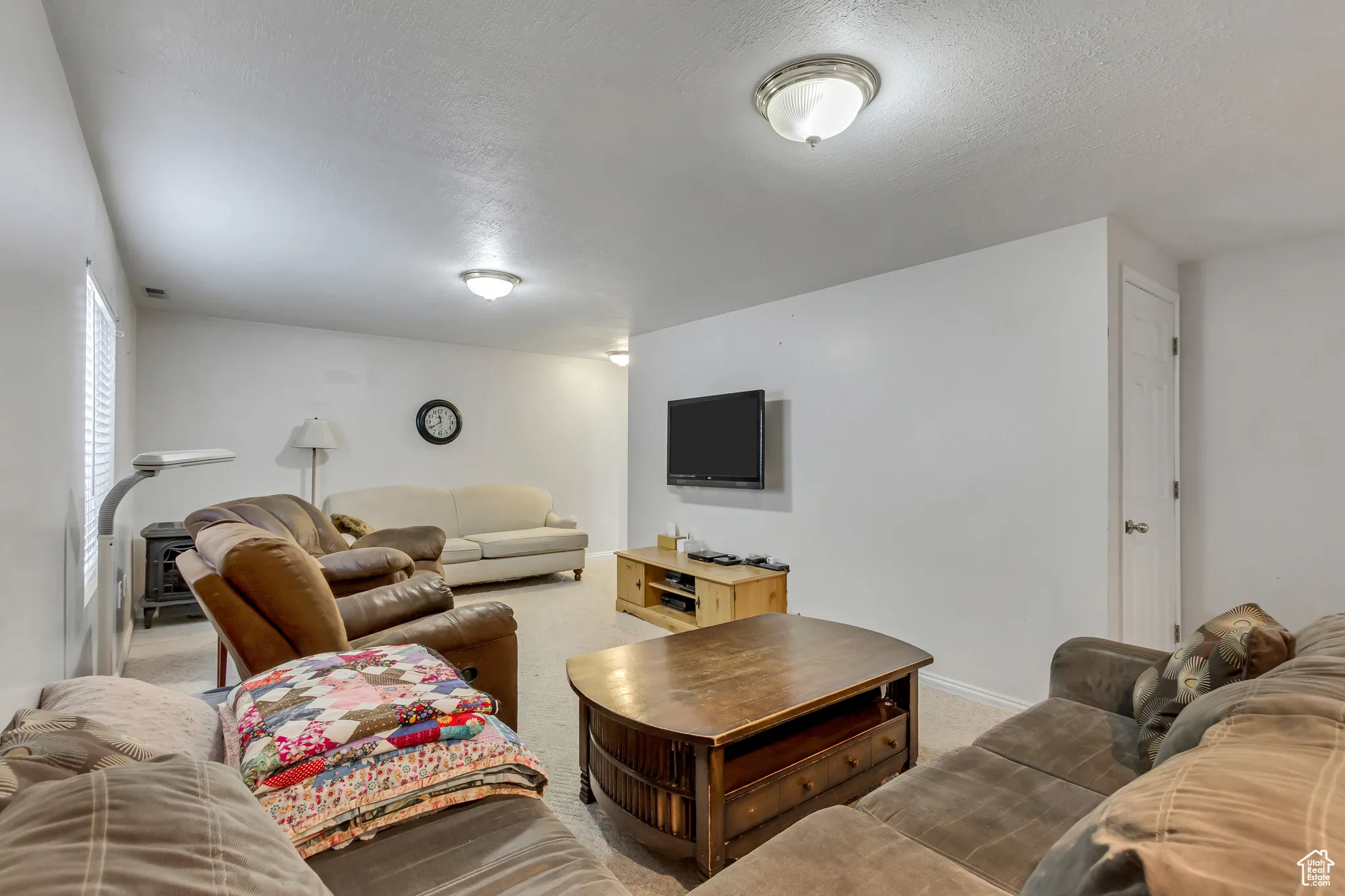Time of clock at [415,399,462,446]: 11:39
